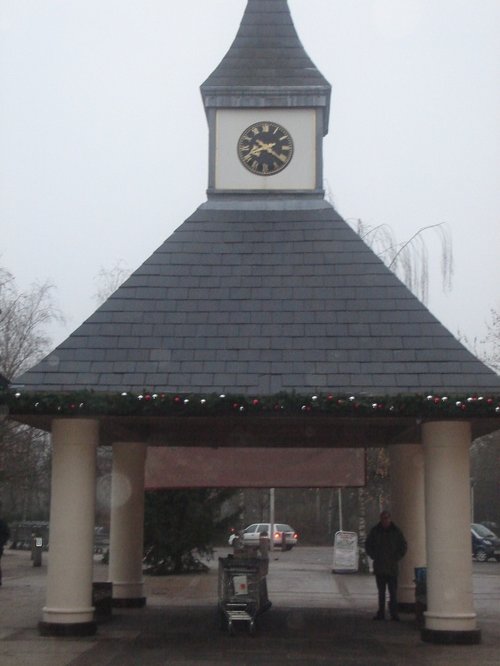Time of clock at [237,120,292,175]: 8:20
